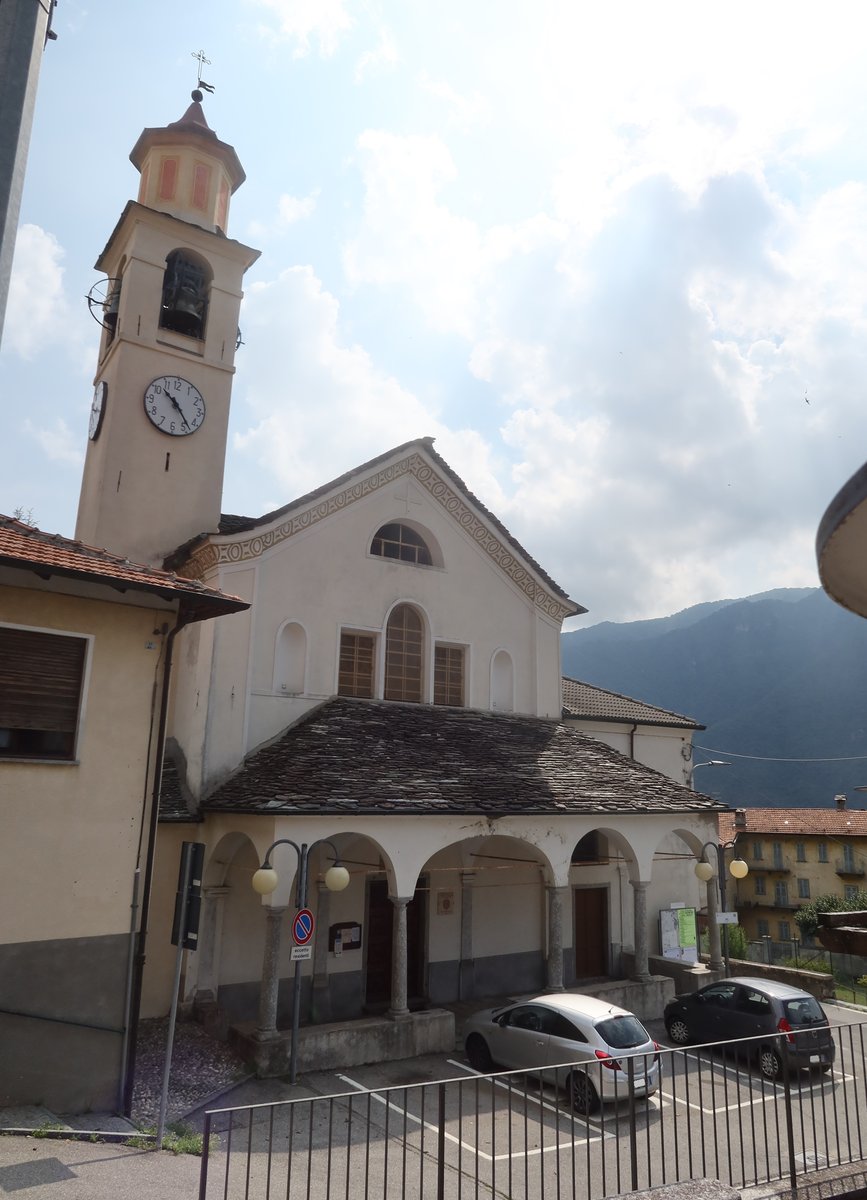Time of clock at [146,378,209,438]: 10:23
